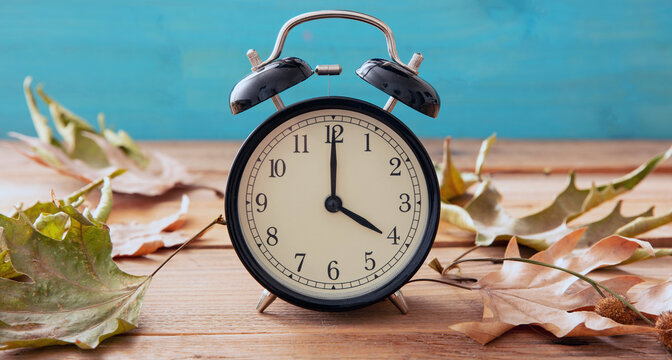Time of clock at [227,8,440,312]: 4:00
